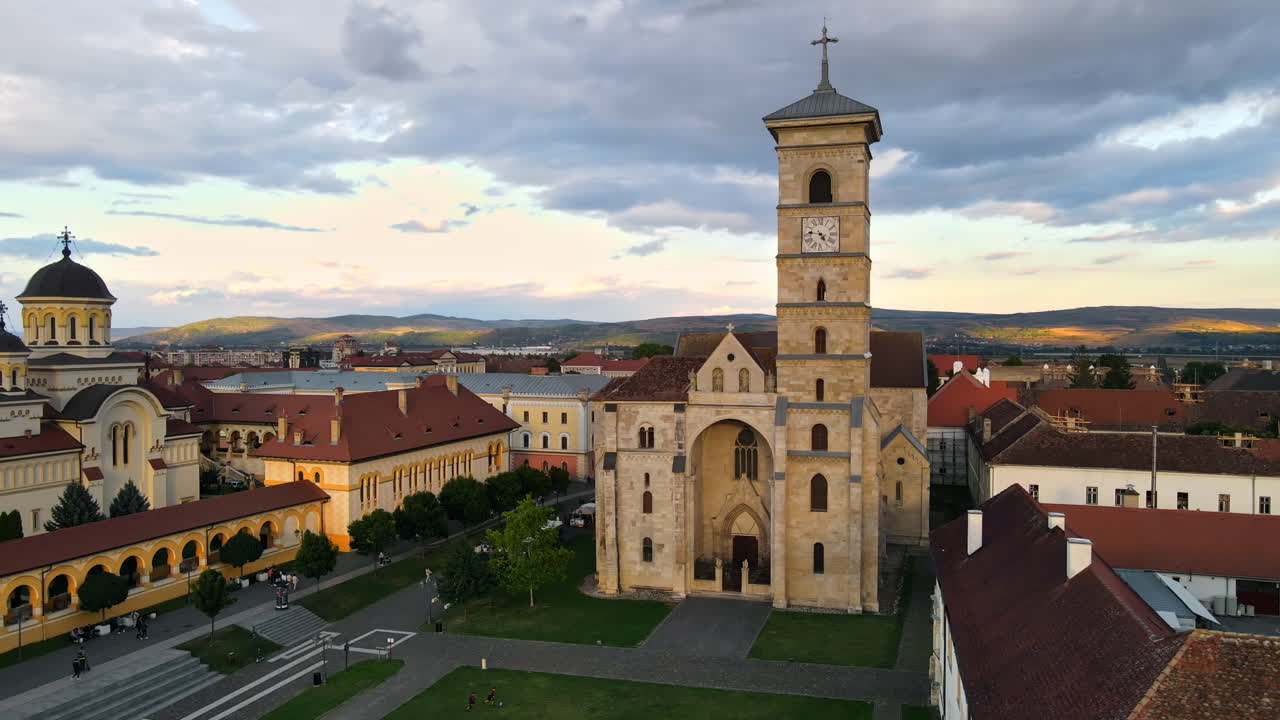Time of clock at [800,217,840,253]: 4:46
